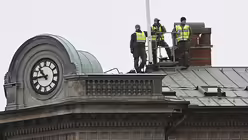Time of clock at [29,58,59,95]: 10:43
